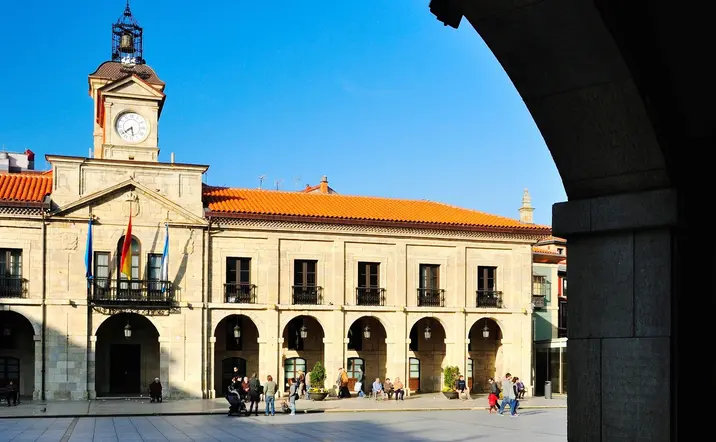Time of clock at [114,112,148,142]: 5:38
